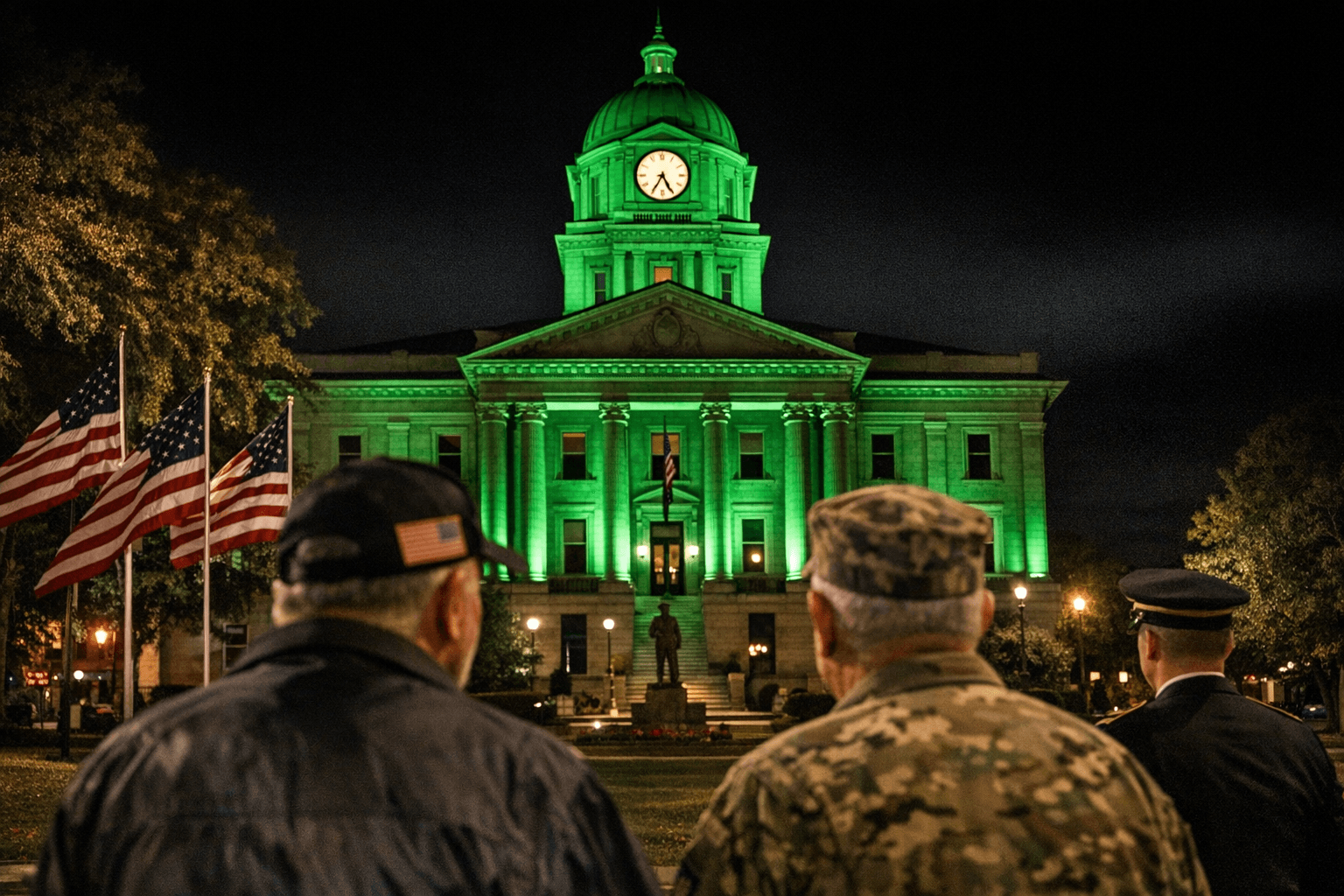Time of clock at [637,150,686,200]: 4:34
